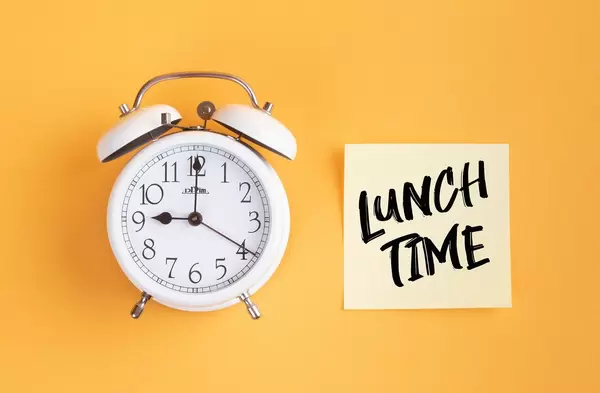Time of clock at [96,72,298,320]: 9:00
